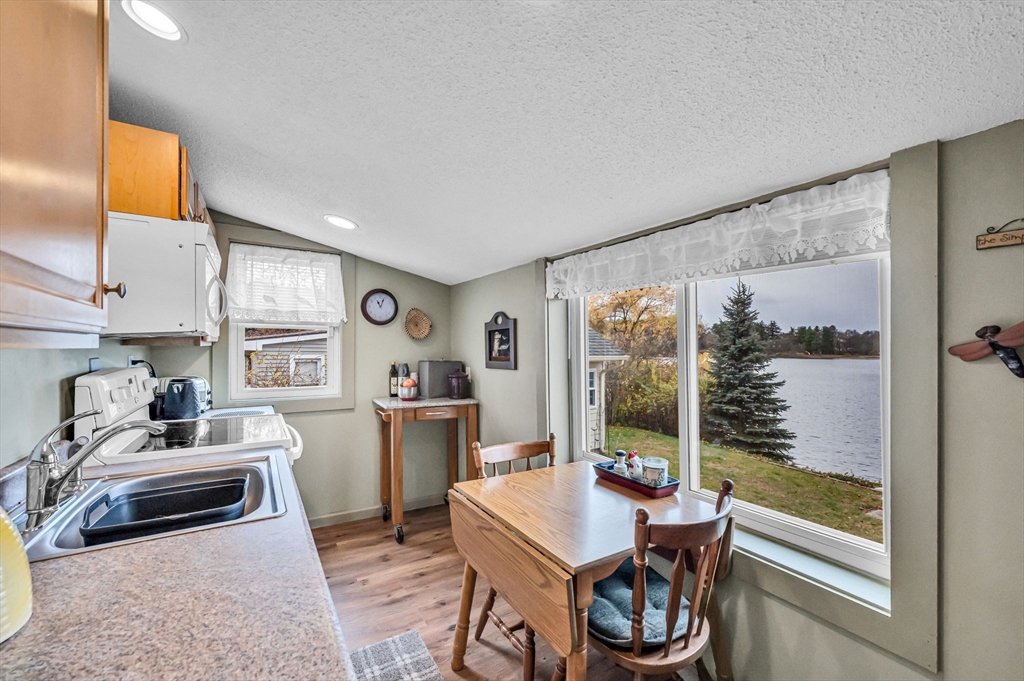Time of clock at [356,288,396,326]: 11:03
